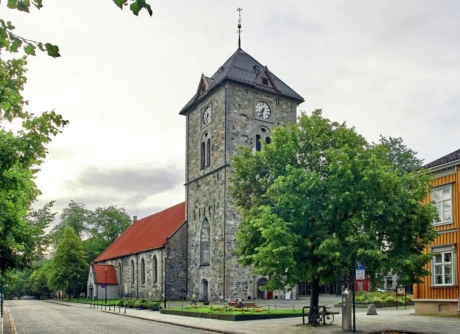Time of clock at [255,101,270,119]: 7:32
